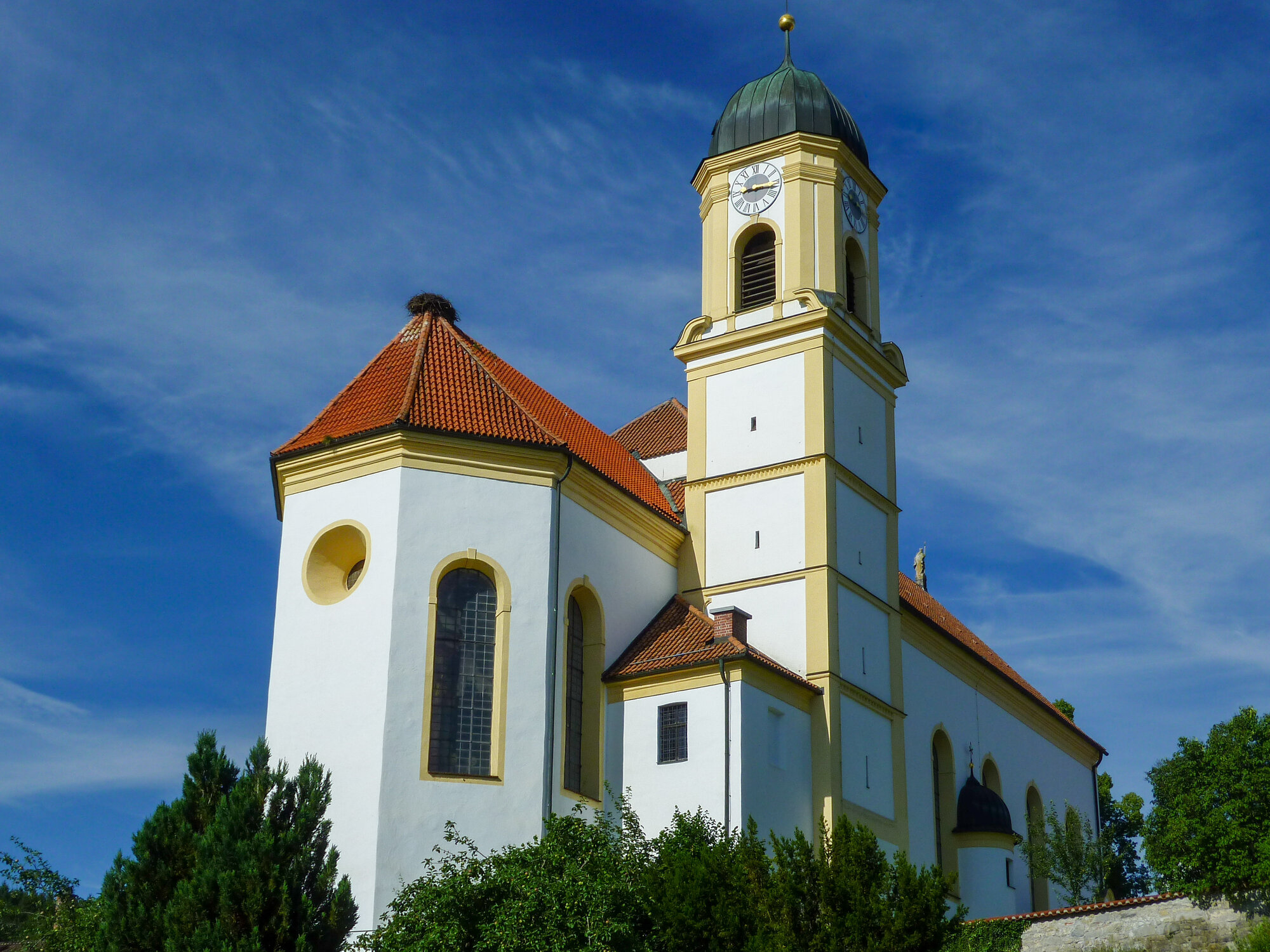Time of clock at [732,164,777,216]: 9:16
